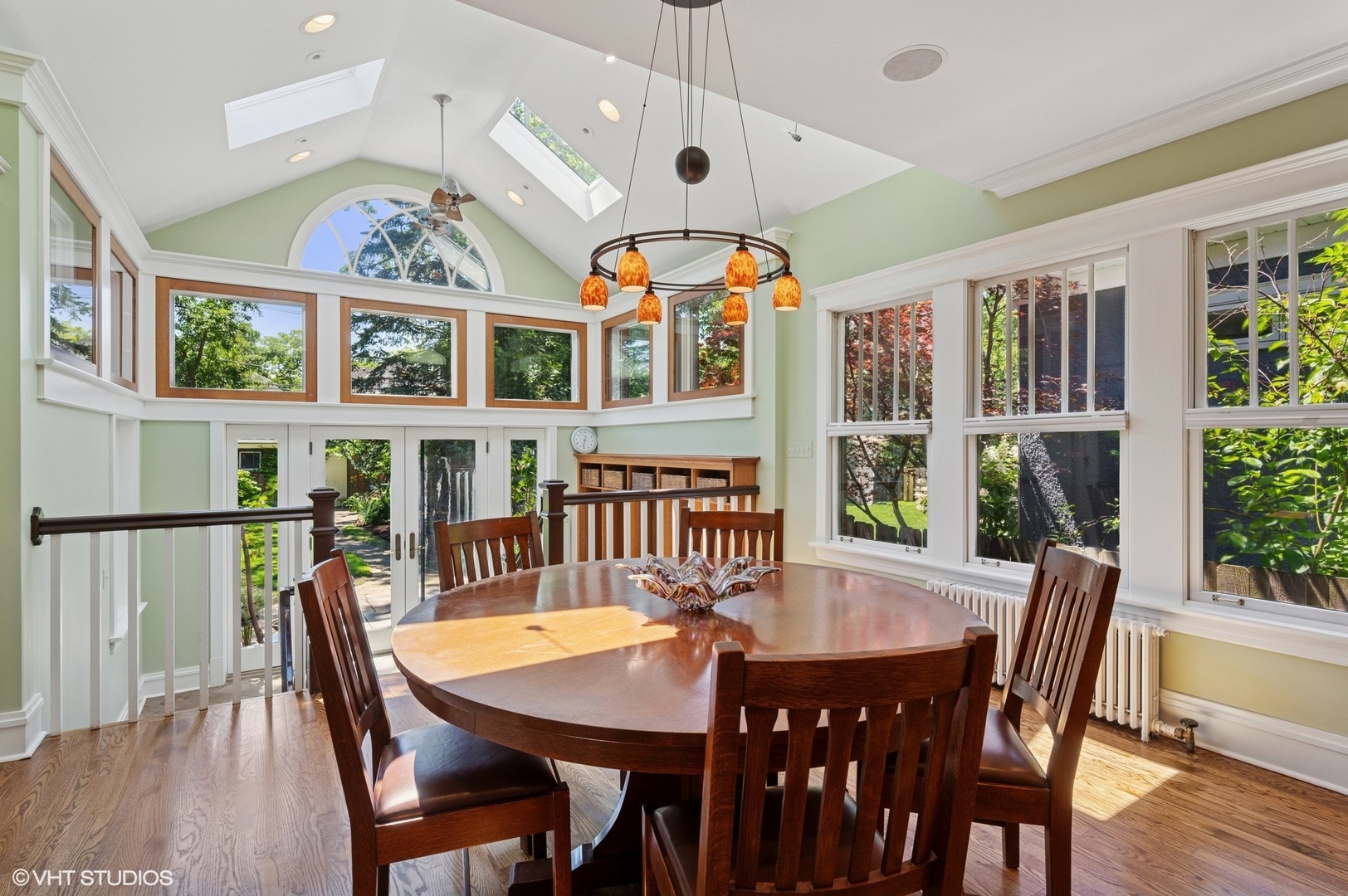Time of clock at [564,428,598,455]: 12:31
